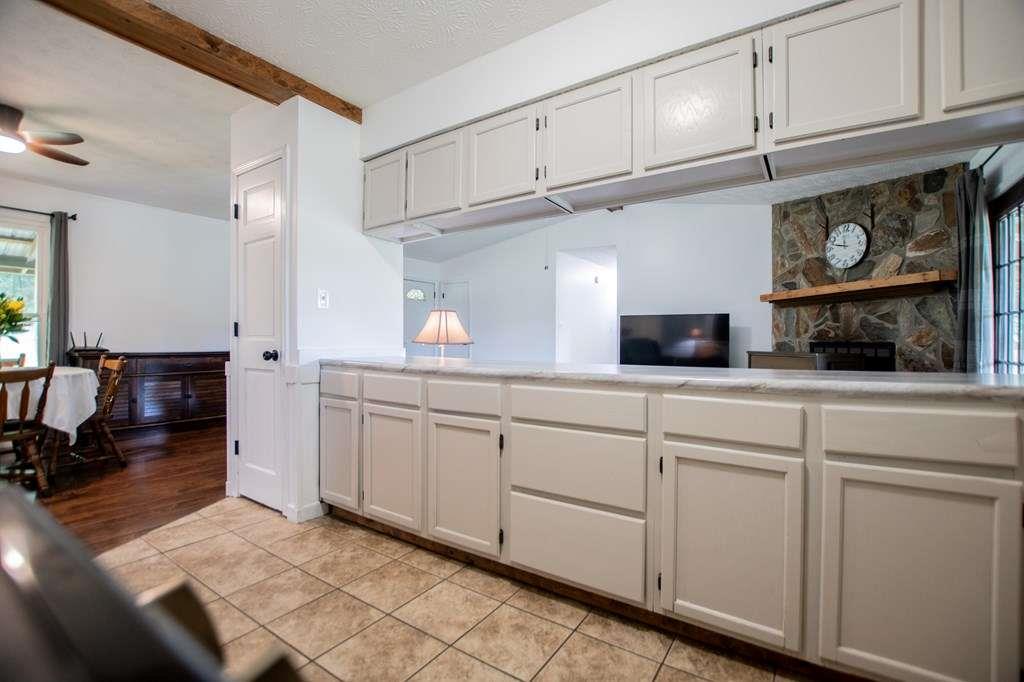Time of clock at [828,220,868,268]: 11:46
